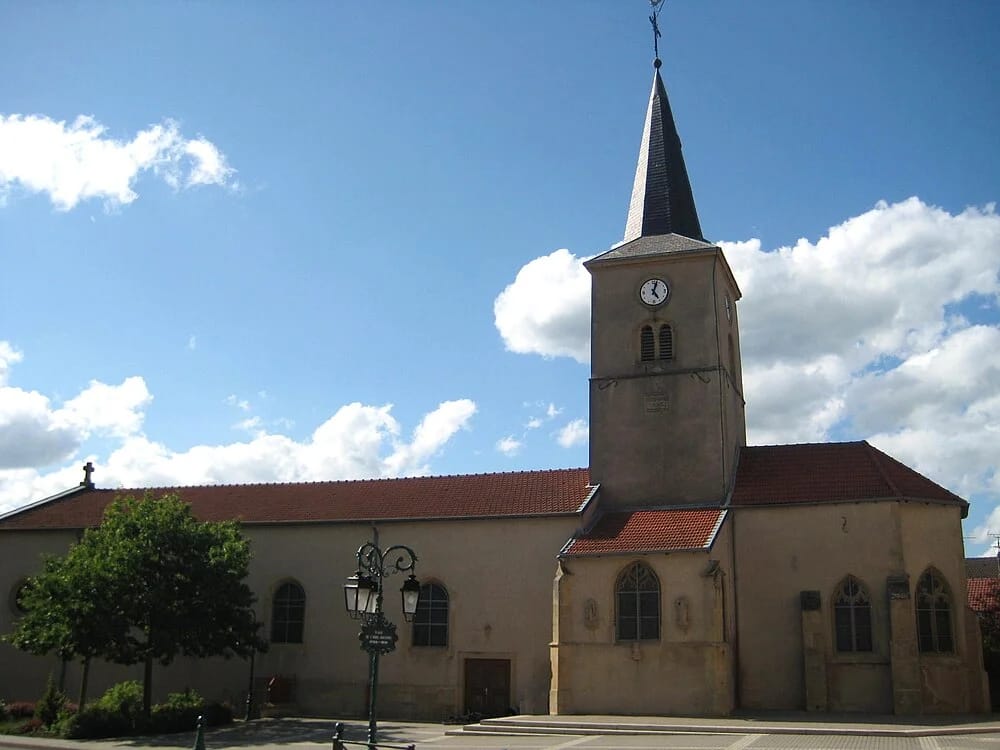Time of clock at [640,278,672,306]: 5:03
